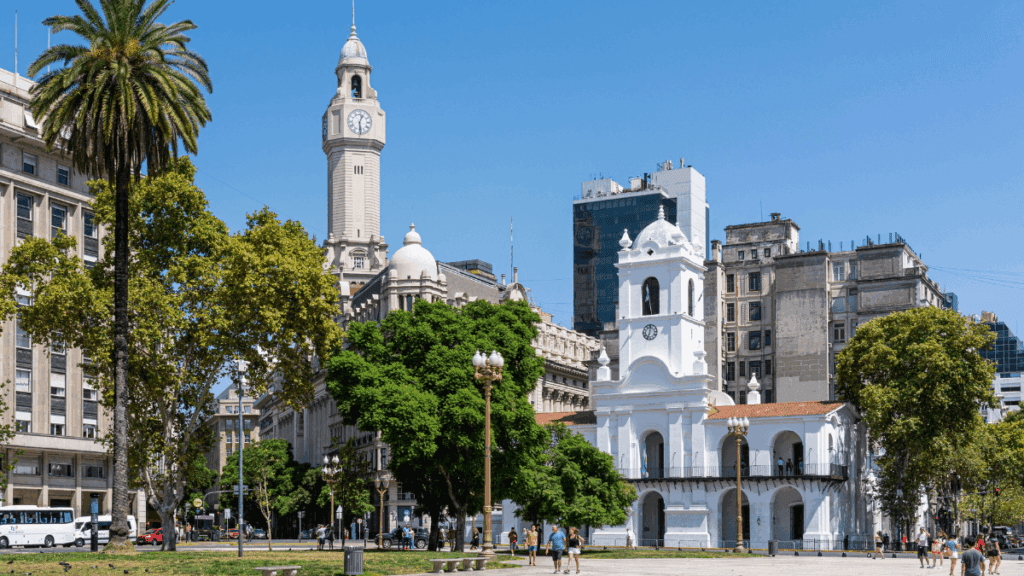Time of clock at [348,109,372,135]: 12:28
